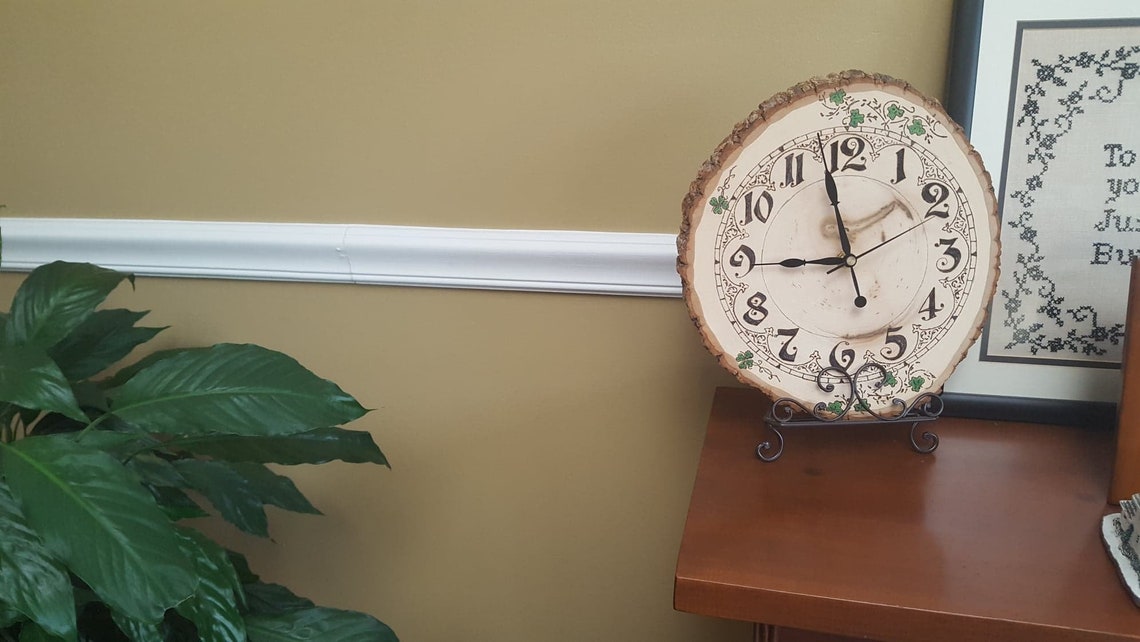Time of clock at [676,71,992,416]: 8:58
